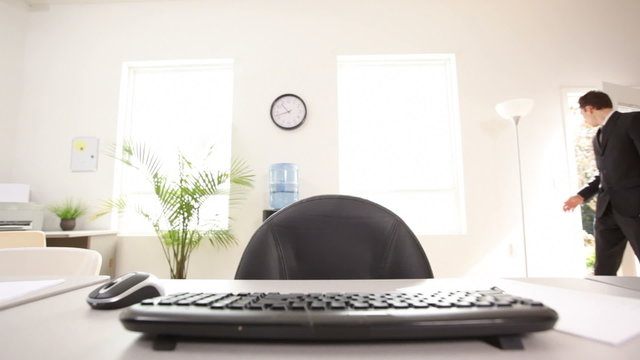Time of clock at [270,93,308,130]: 10:42
